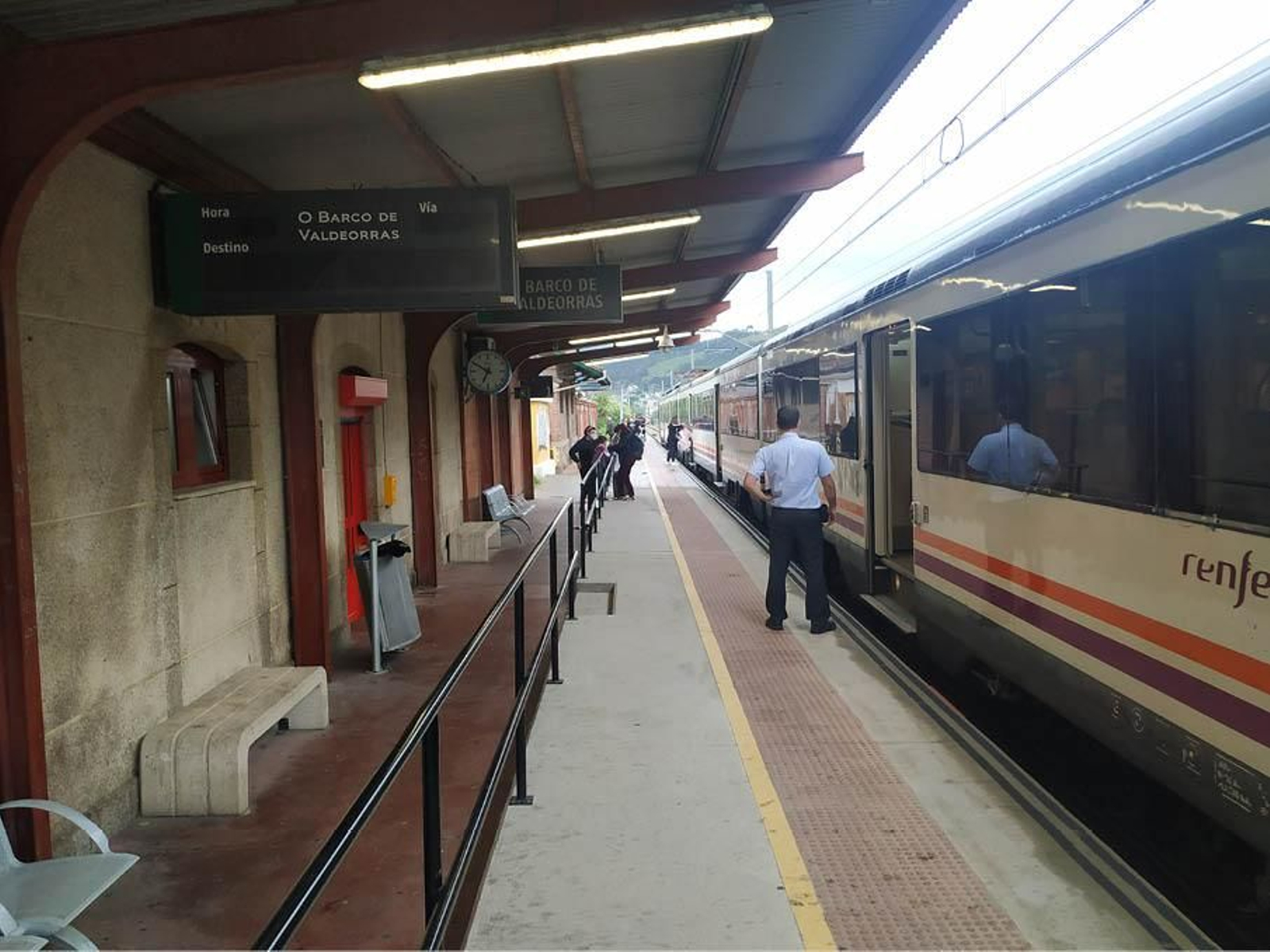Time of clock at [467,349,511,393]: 6:50
